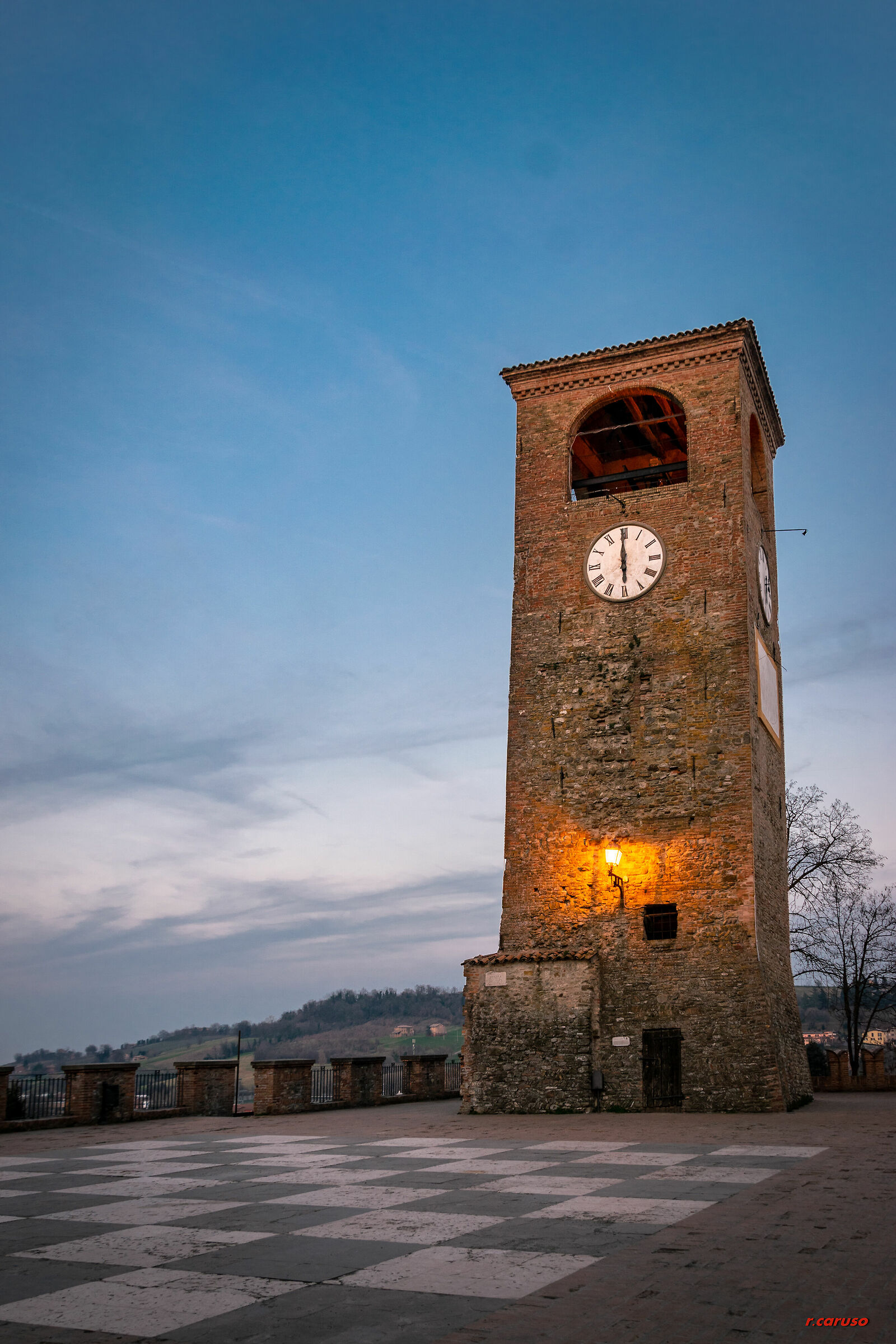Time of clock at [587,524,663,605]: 5:59
